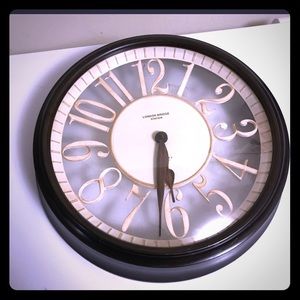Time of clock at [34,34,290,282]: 6:31
